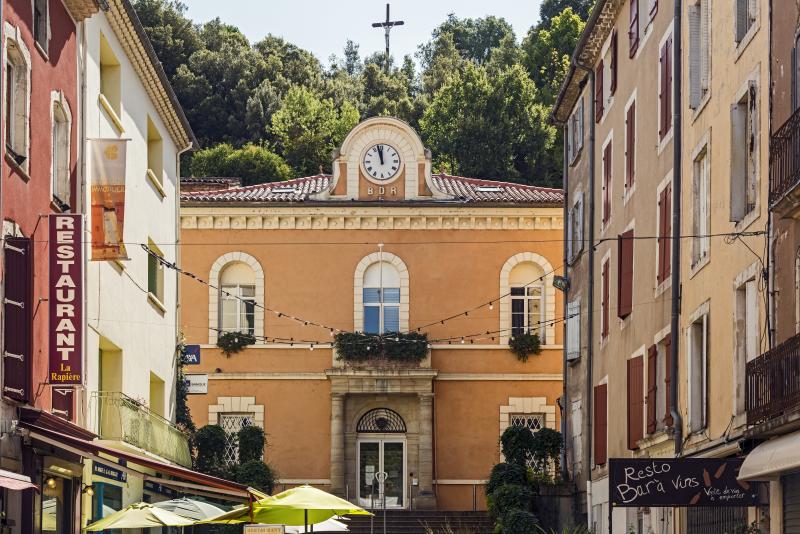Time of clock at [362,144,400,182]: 11:57
